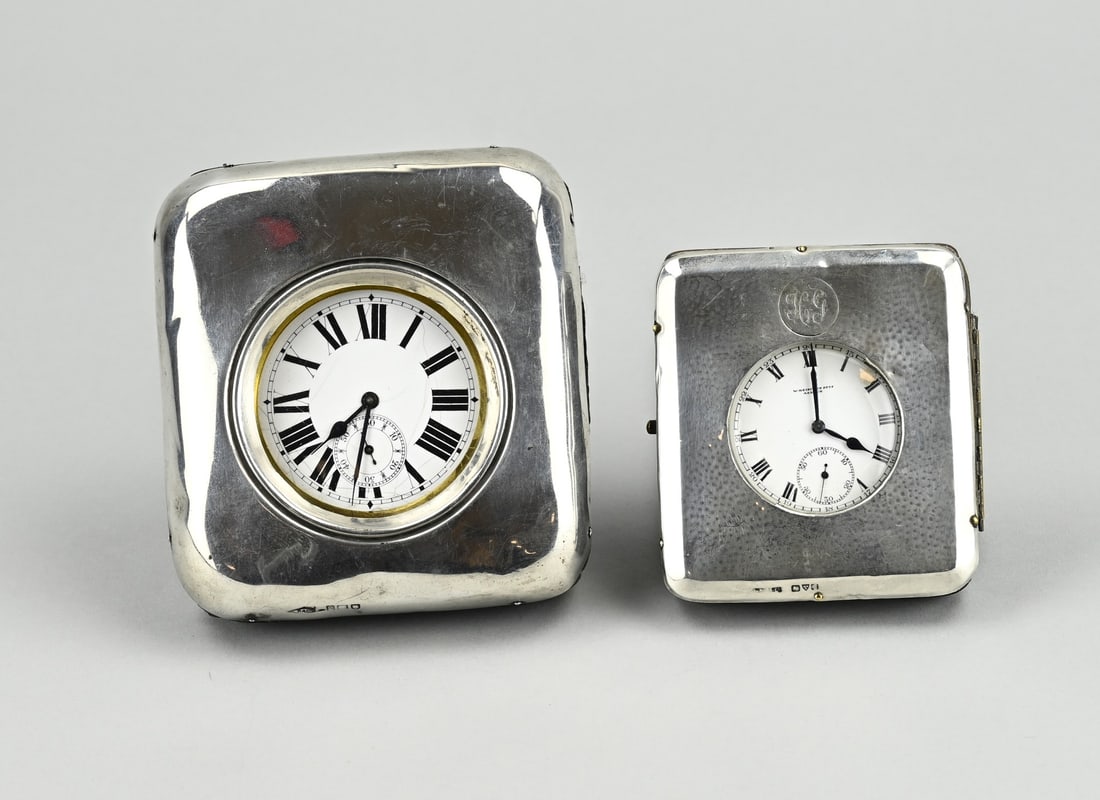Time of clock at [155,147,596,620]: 7:32
